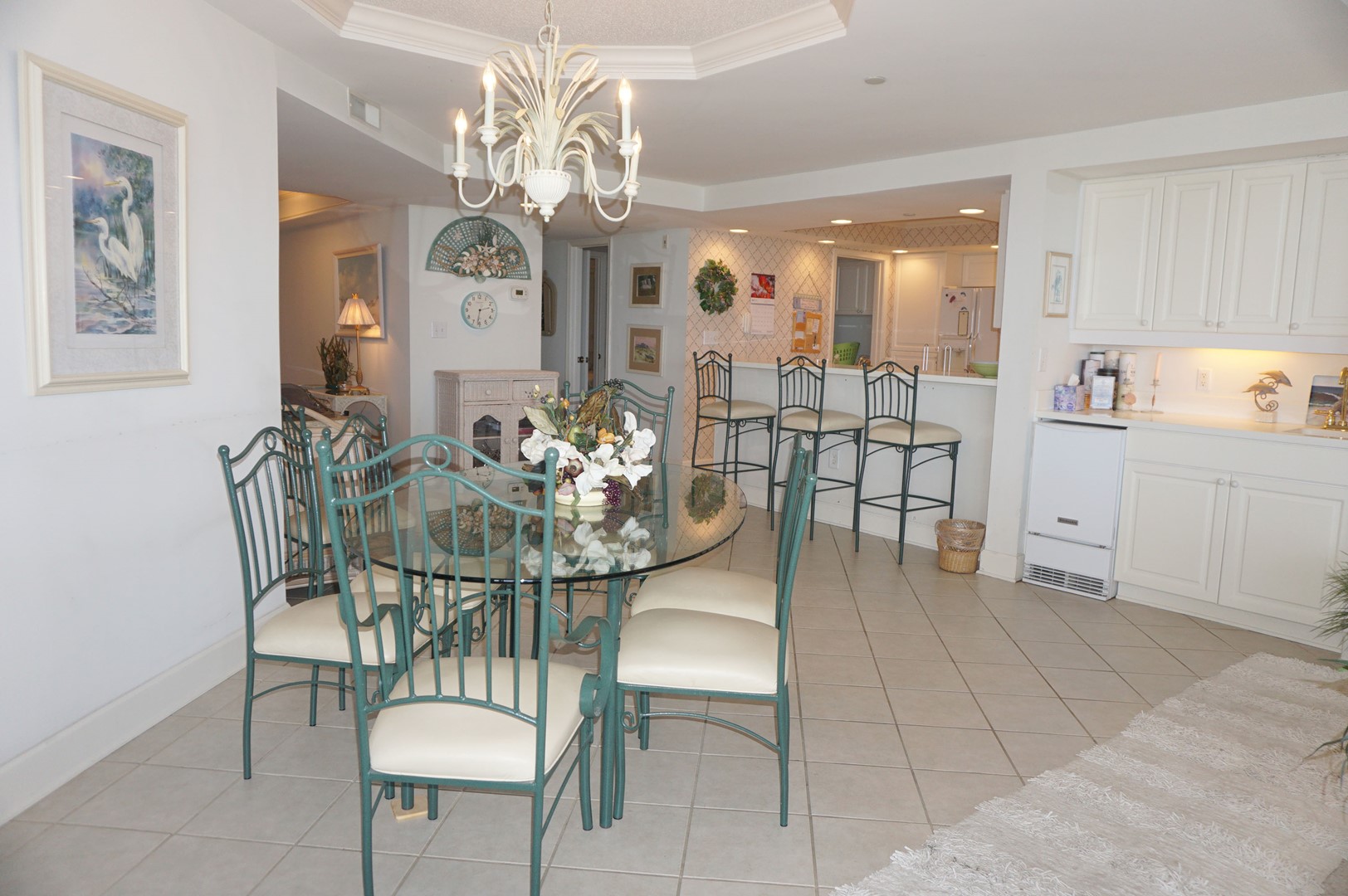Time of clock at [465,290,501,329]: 2:32
